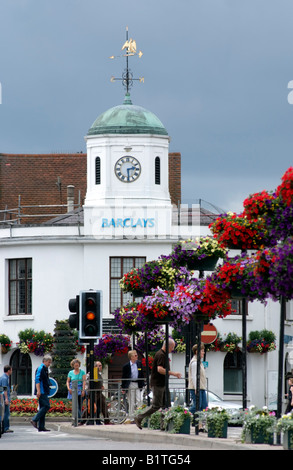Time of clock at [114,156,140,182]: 2:29
